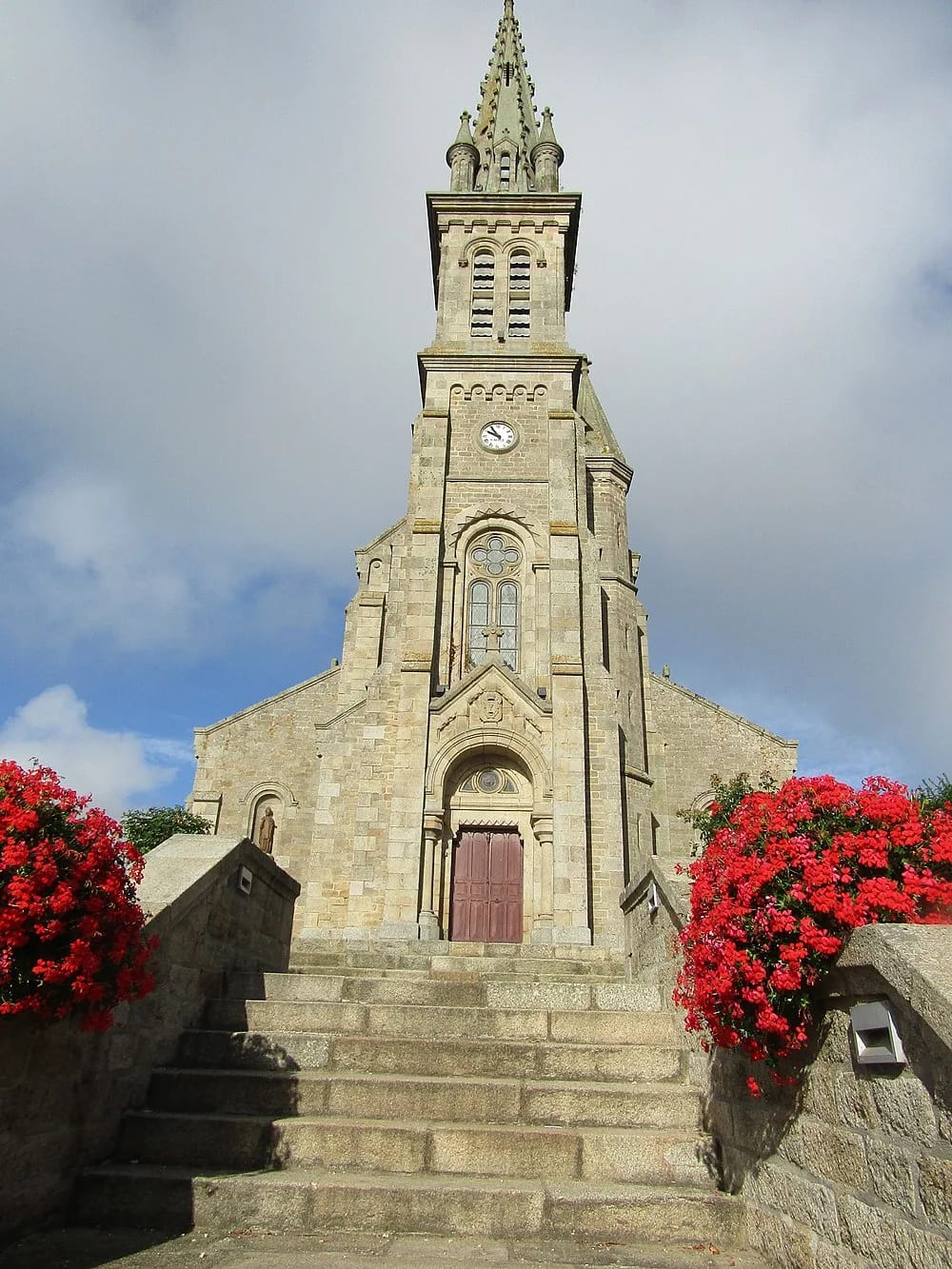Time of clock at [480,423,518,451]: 9:54
